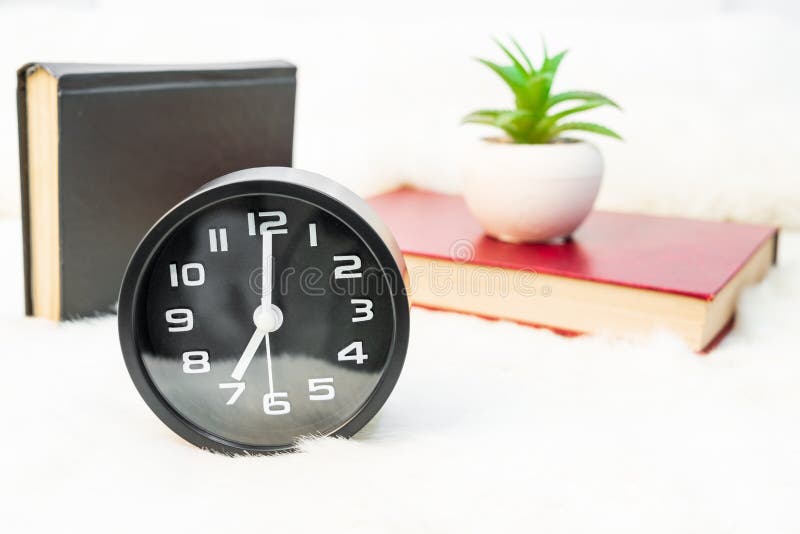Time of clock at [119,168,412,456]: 7:00
